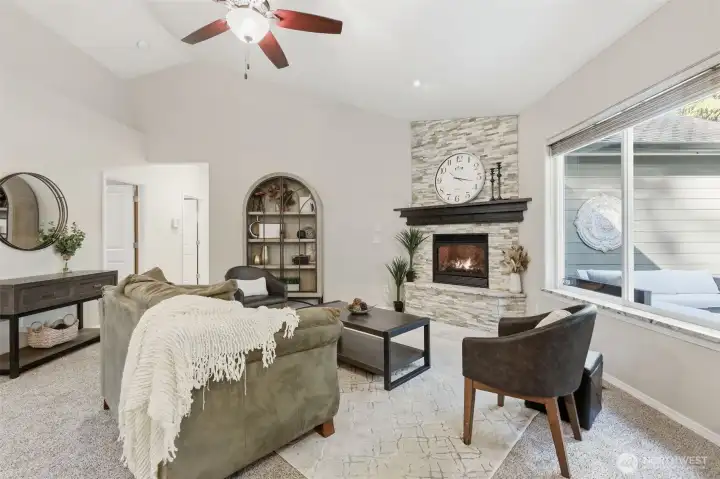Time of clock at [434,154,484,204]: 3:17
